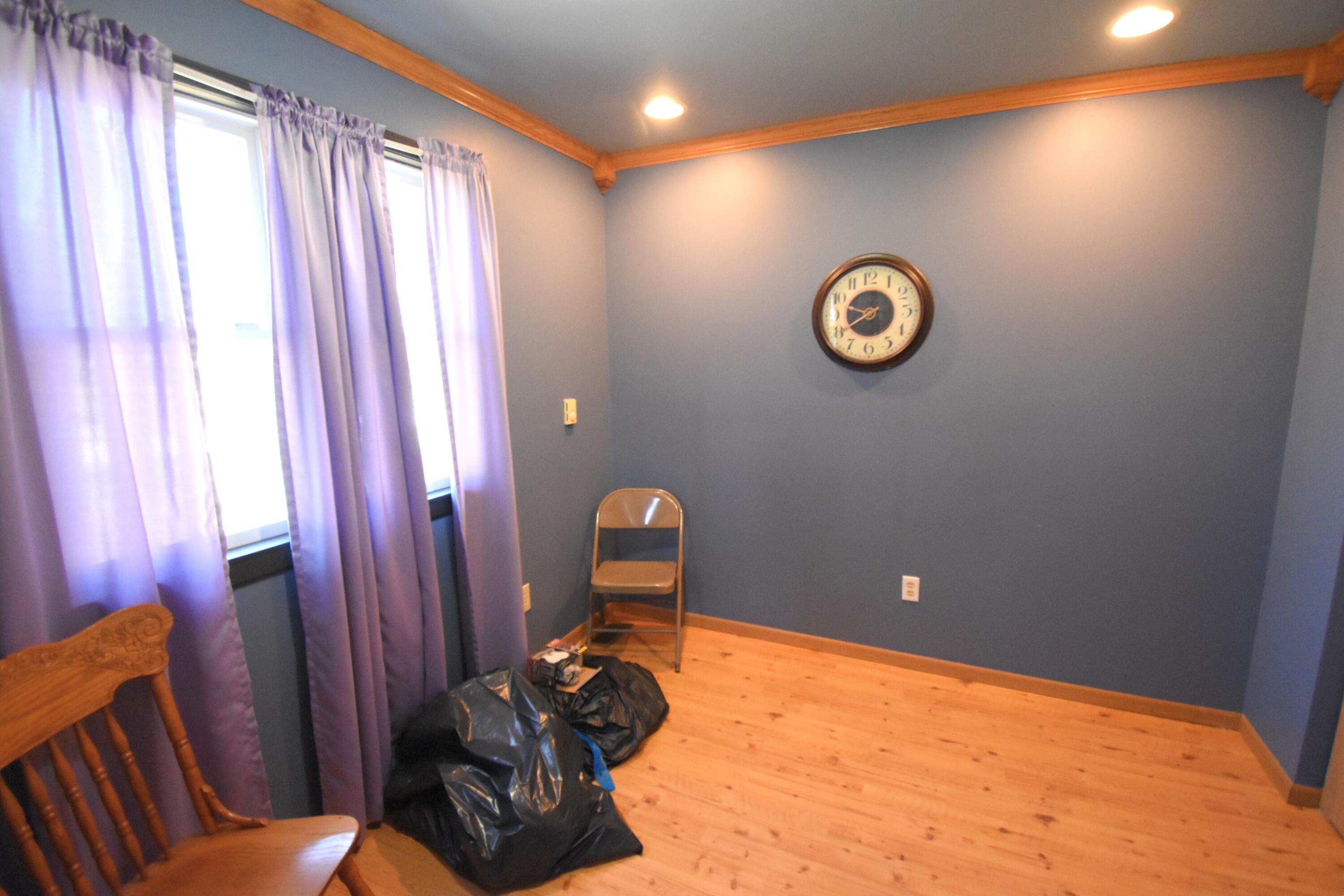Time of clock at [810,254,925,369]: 9:39
